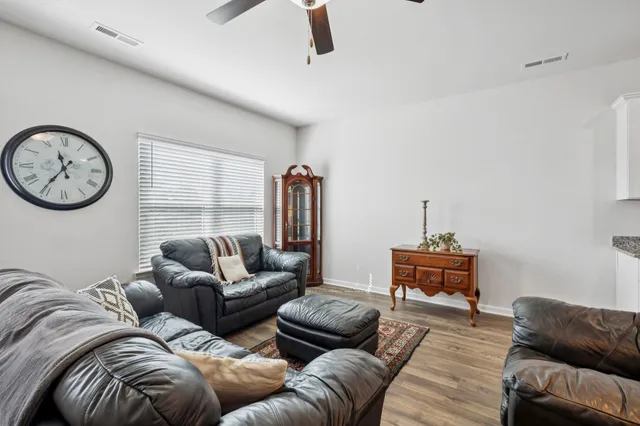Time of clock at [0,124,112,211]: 11:35
